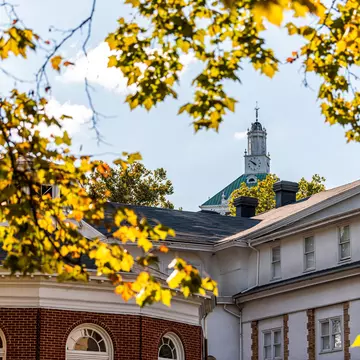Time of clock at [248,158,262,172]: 5:51
